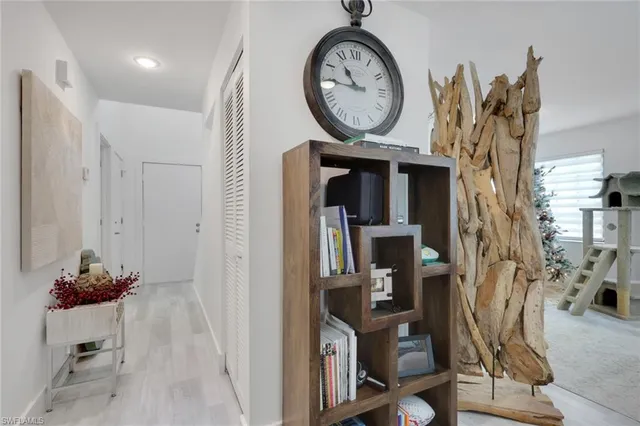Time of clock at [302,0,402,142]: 10:45
